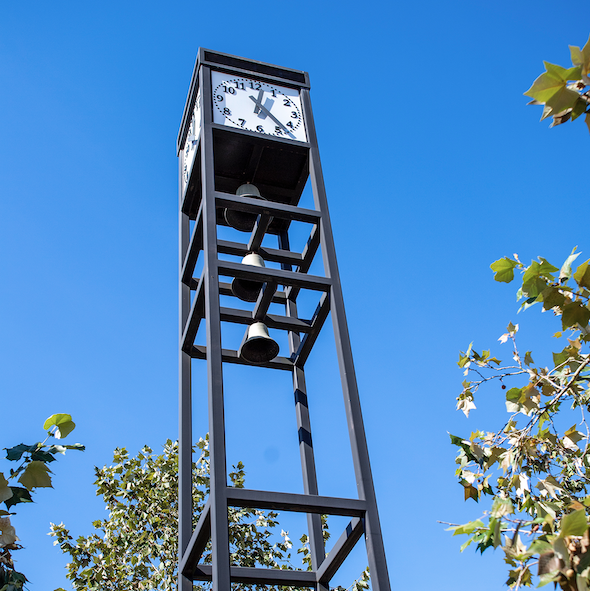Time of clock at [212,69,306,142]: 12:23
